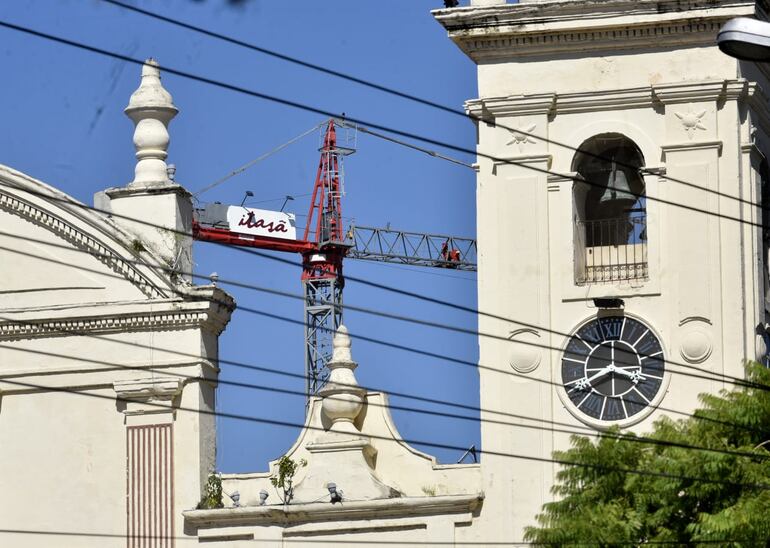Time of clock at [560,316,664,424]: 3:39
